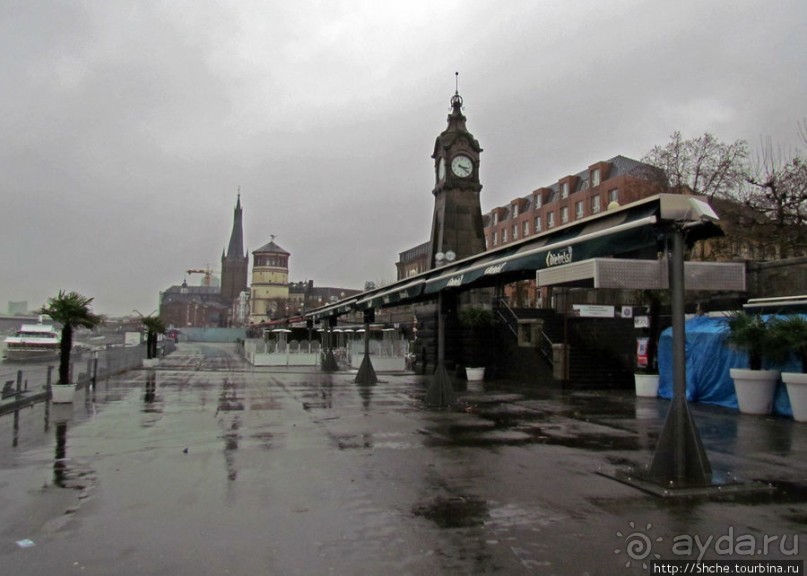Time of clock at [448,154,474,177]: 3:21
